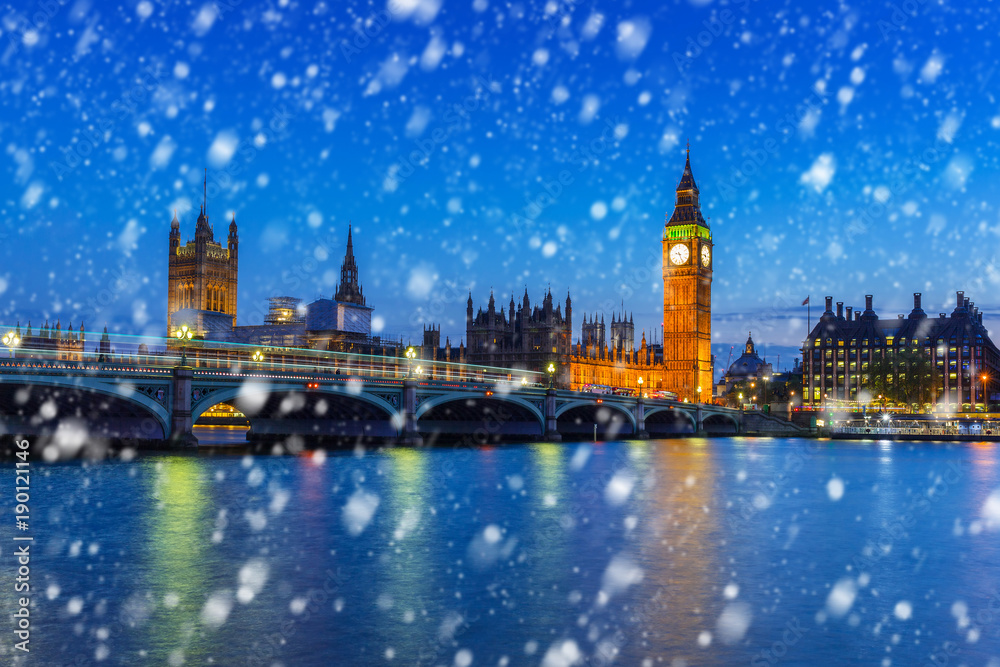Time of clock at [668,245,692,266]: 9:26
